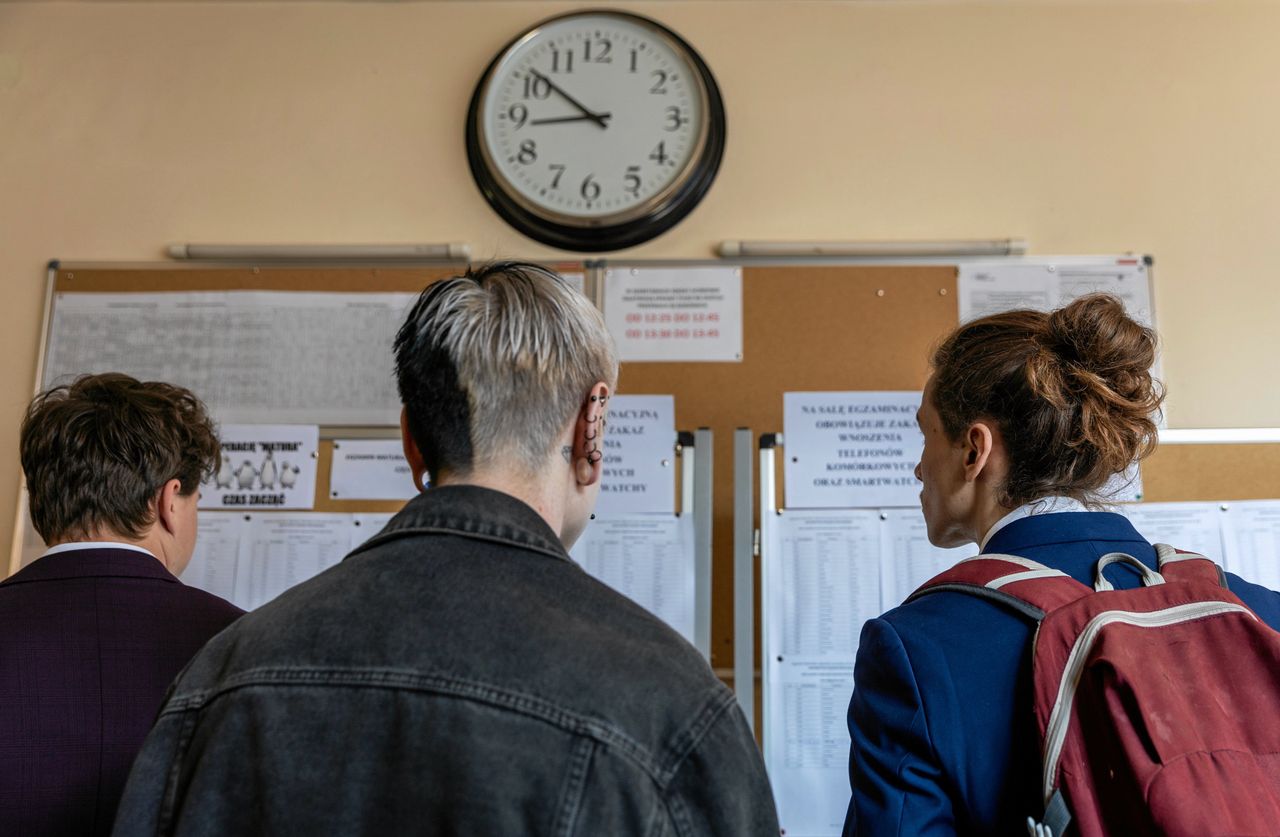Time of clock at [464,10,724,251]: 8:51
